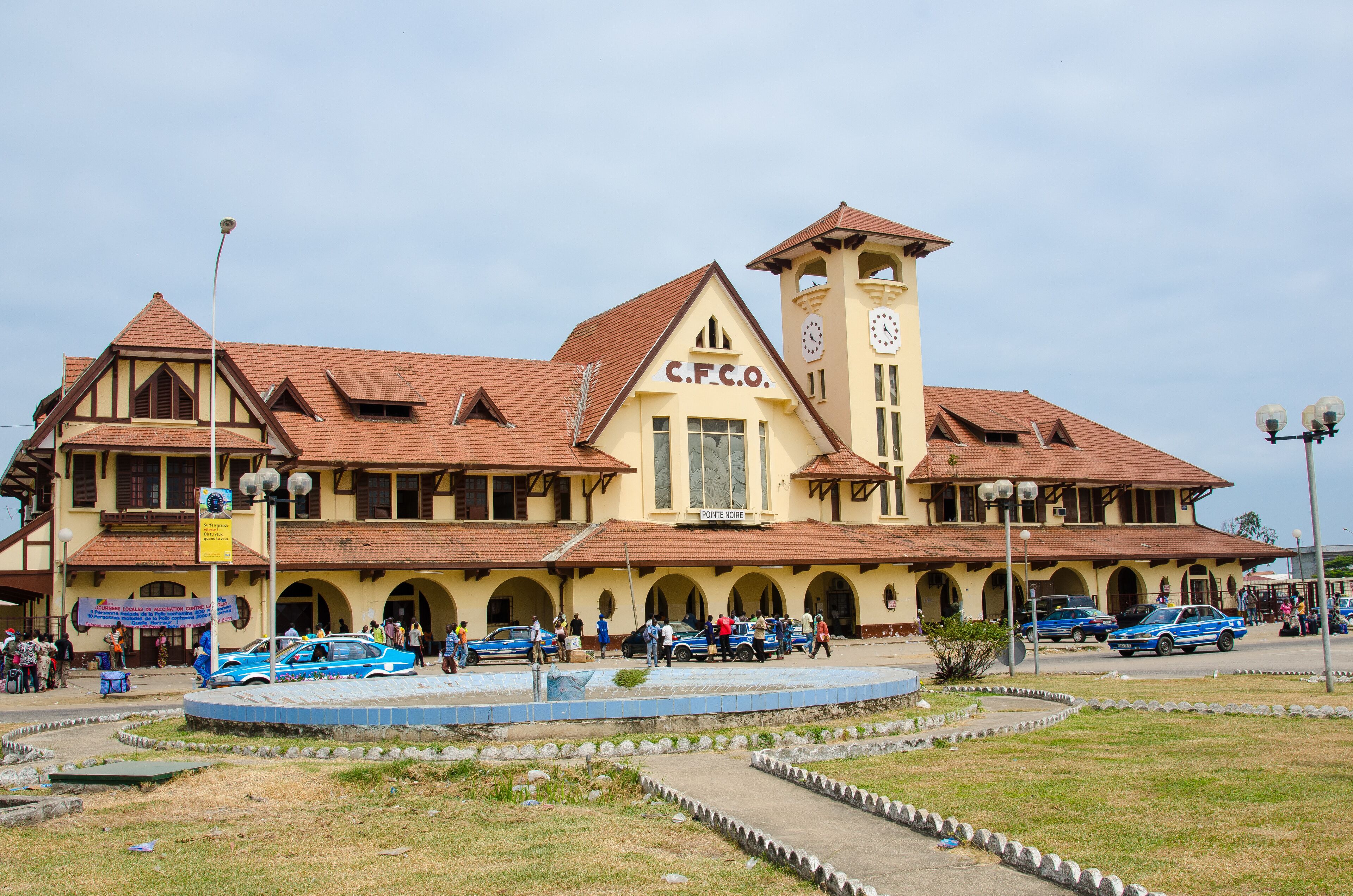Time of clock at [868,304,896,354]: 11:21
